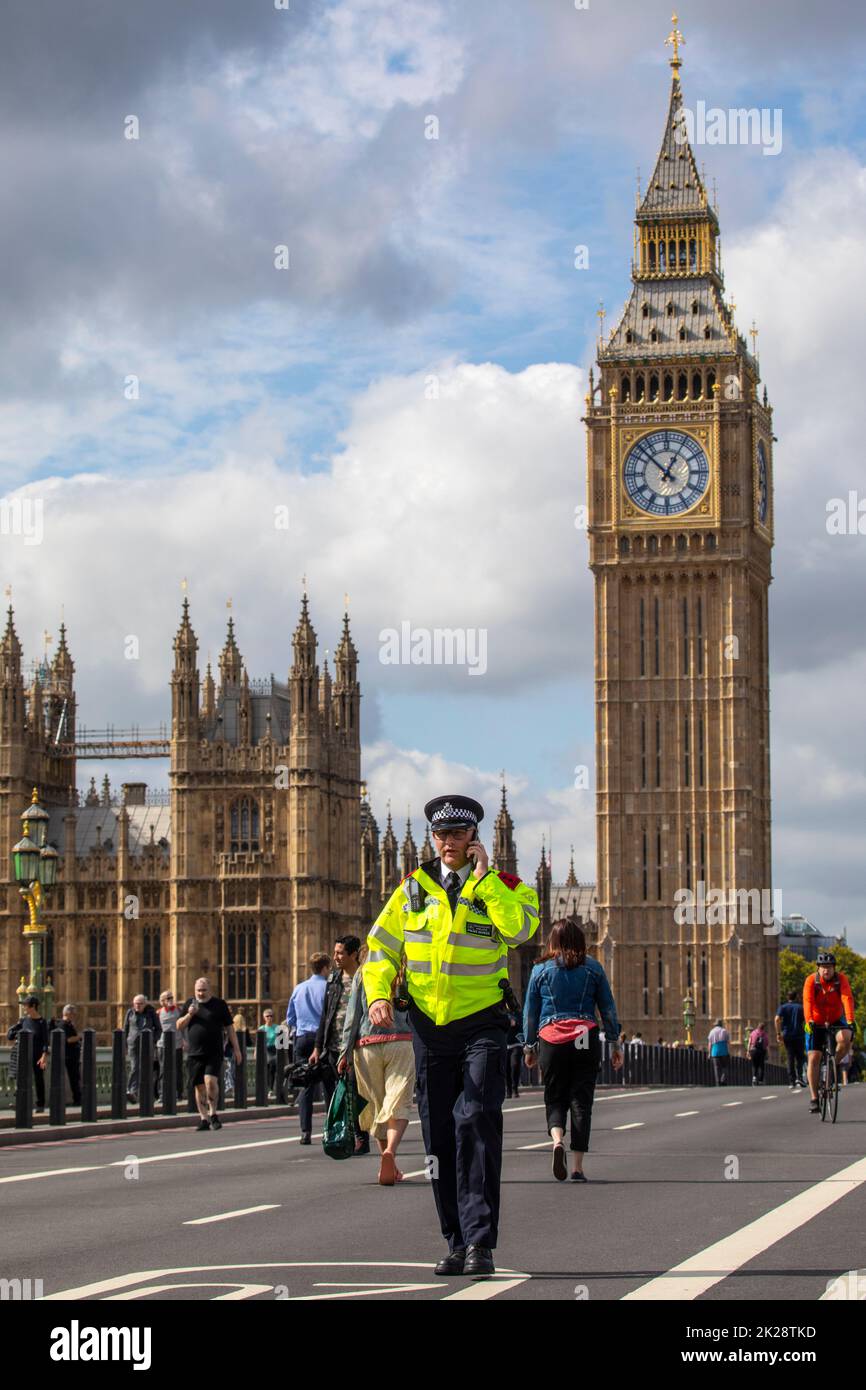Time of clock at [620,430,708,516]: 12:52
